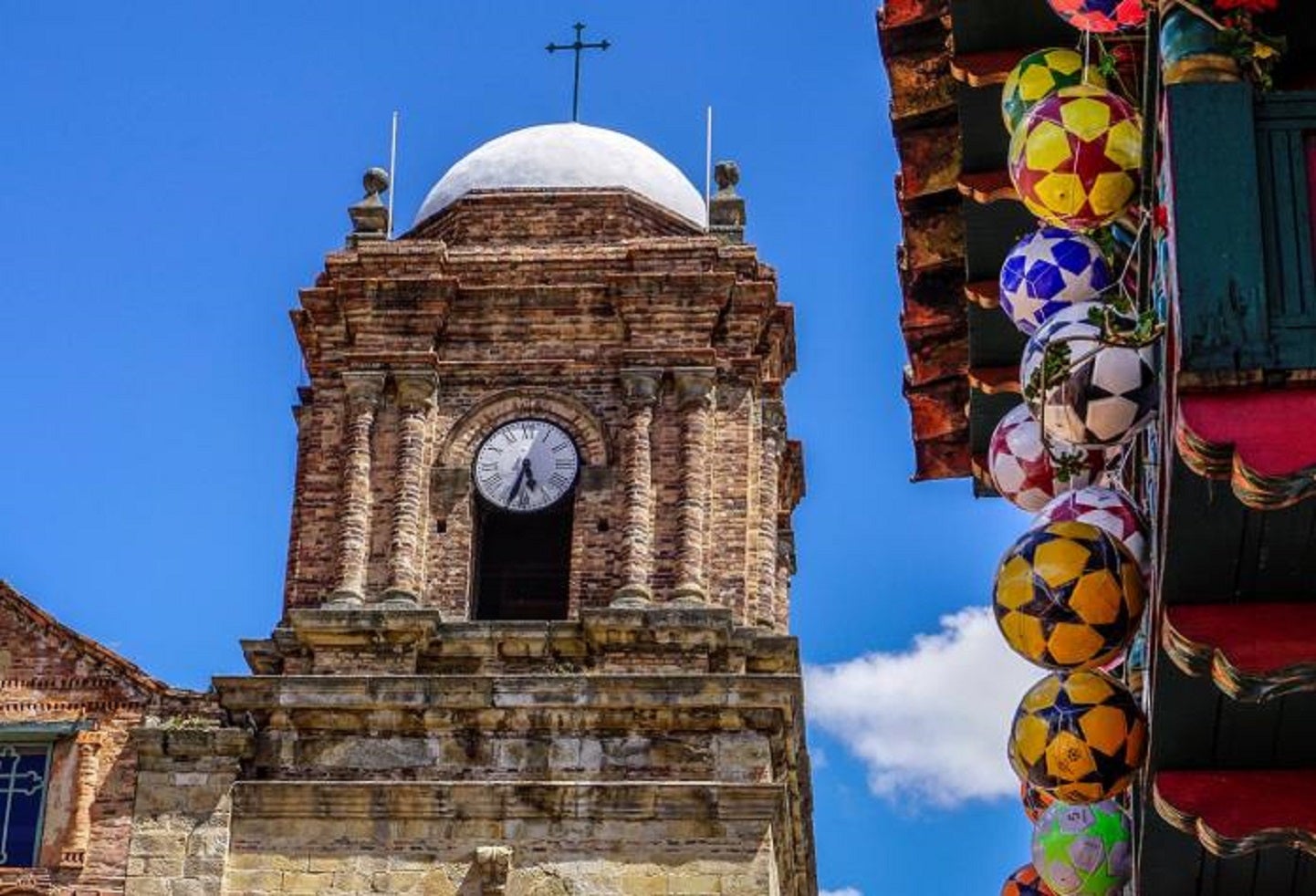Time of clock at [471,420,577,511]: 5:33
